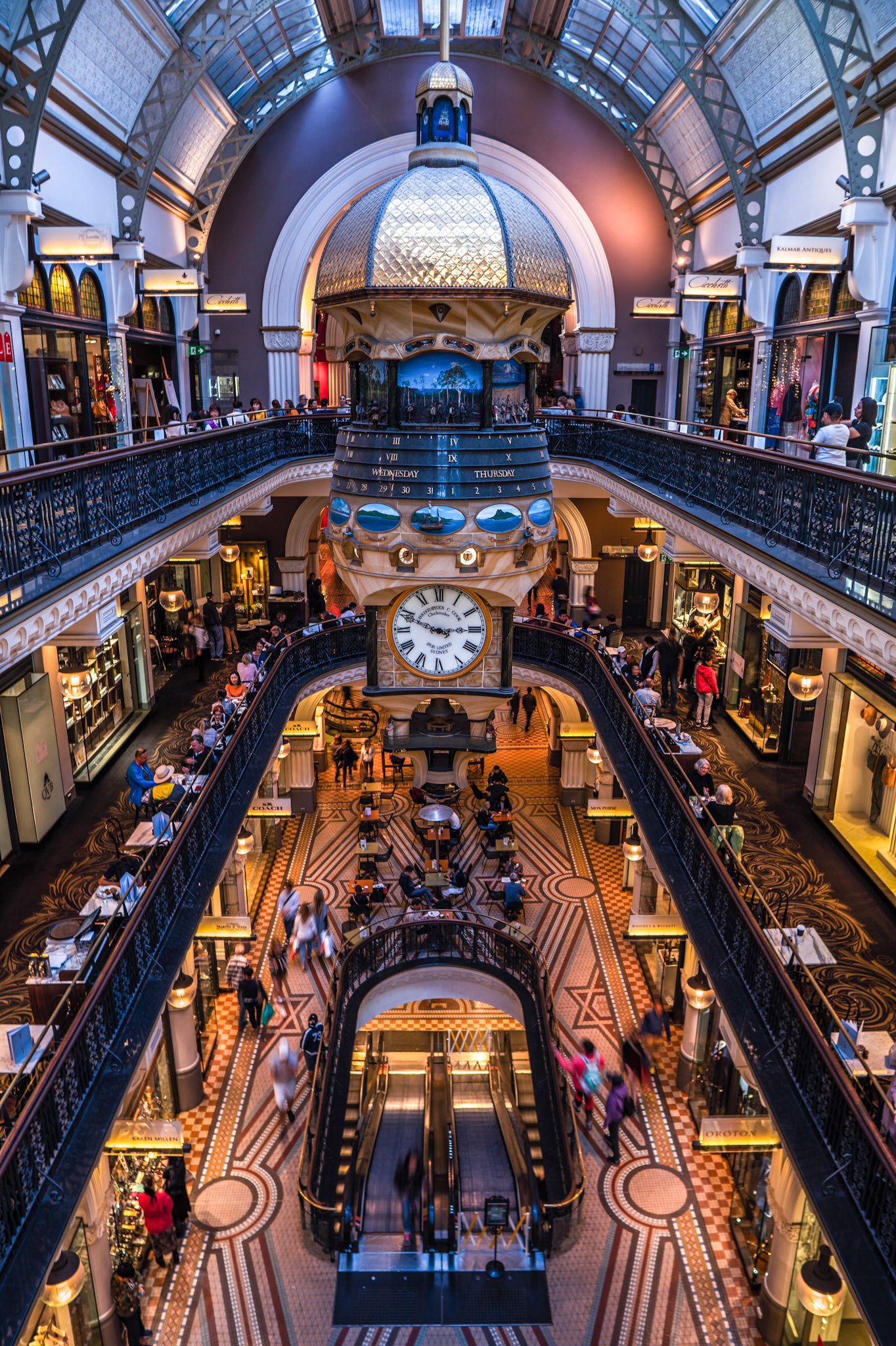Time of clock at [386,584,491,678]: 2:48
